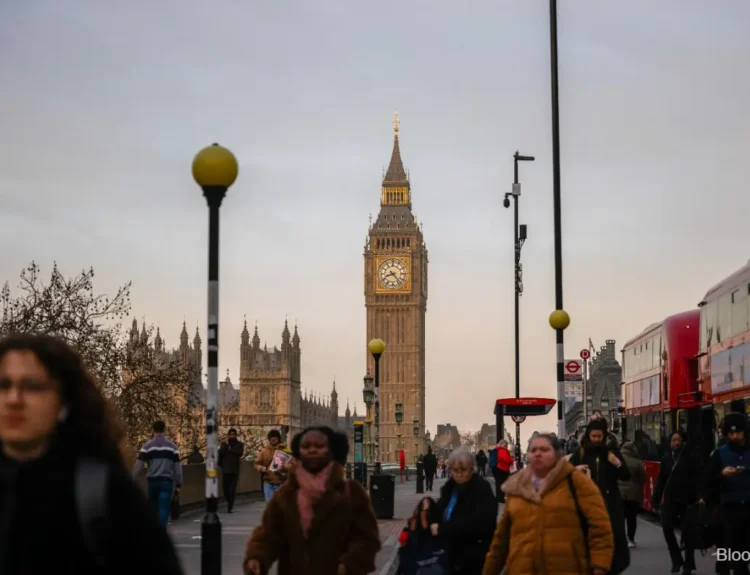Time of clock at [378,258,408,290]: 8:23
